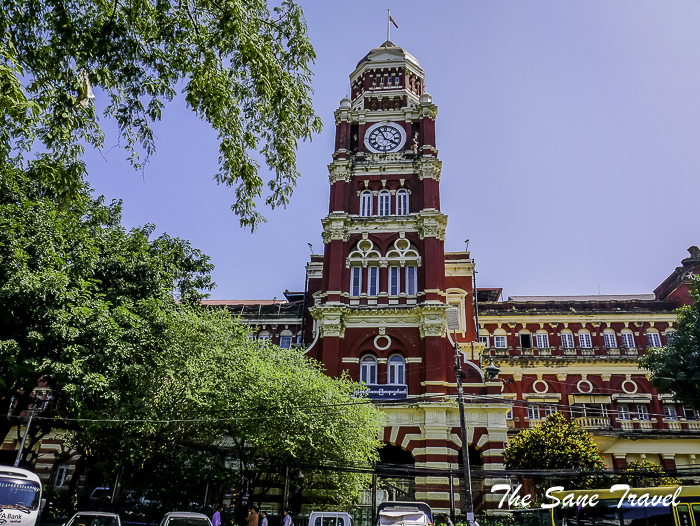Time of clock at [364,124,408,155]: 3:55
